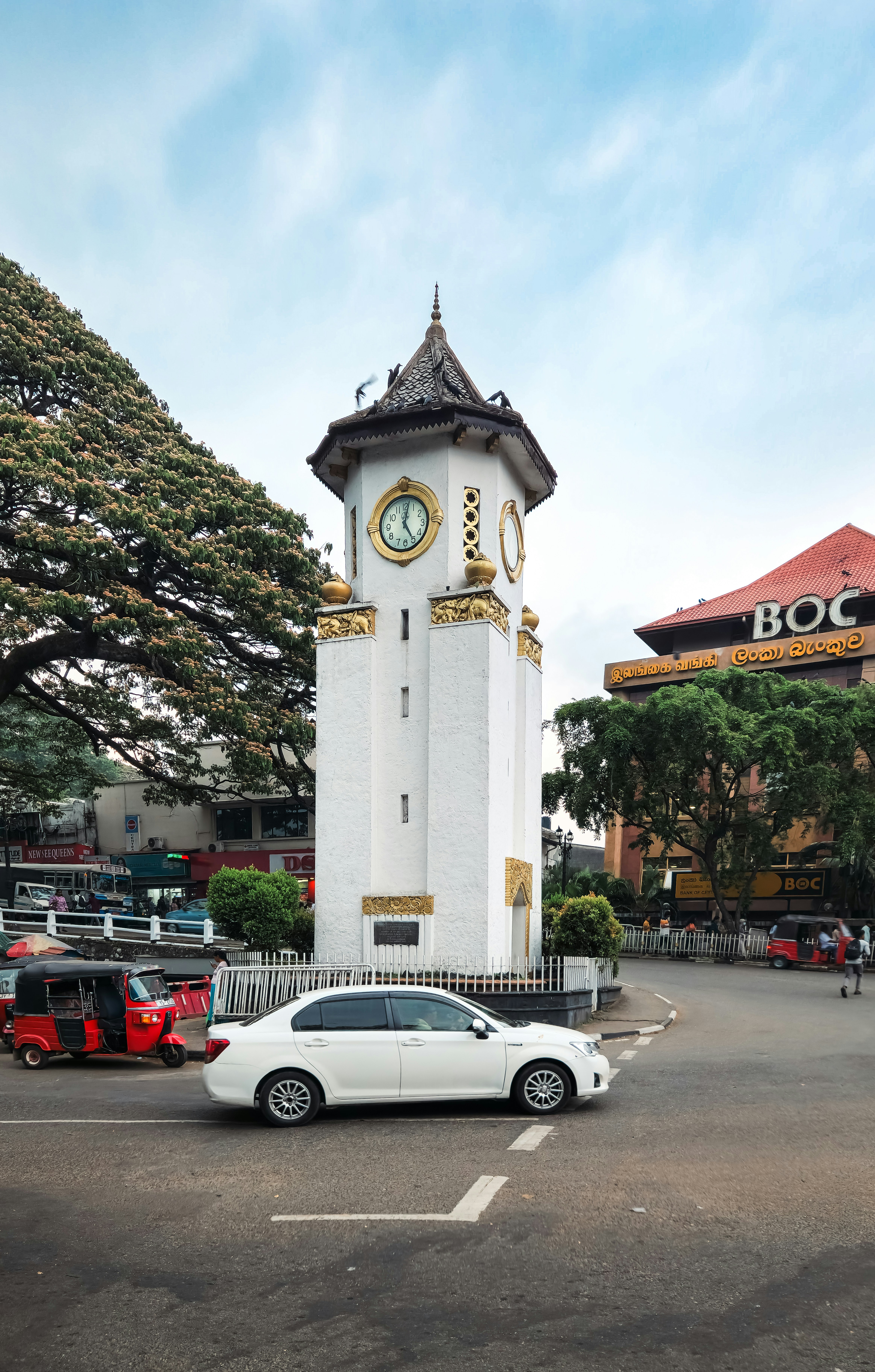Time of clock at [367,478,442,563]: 5:01
